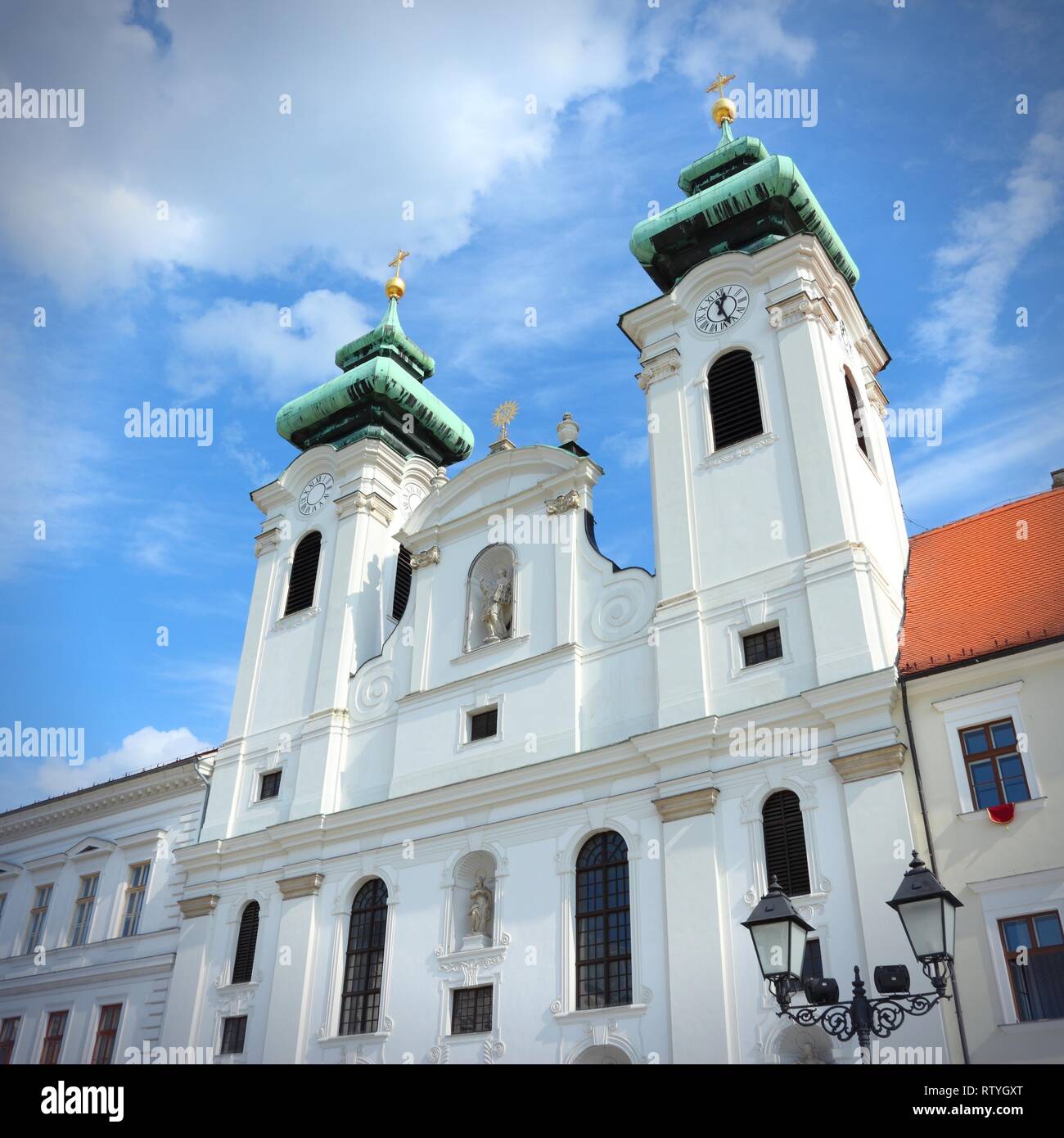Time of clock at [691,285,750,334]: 12:23
